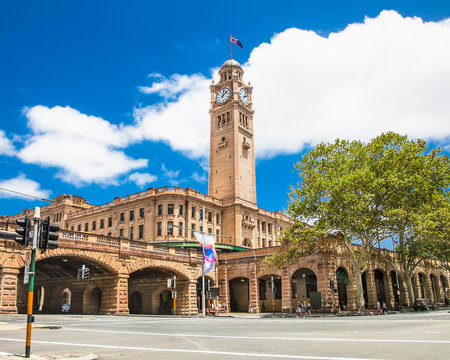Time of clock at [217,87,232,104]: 12:07
